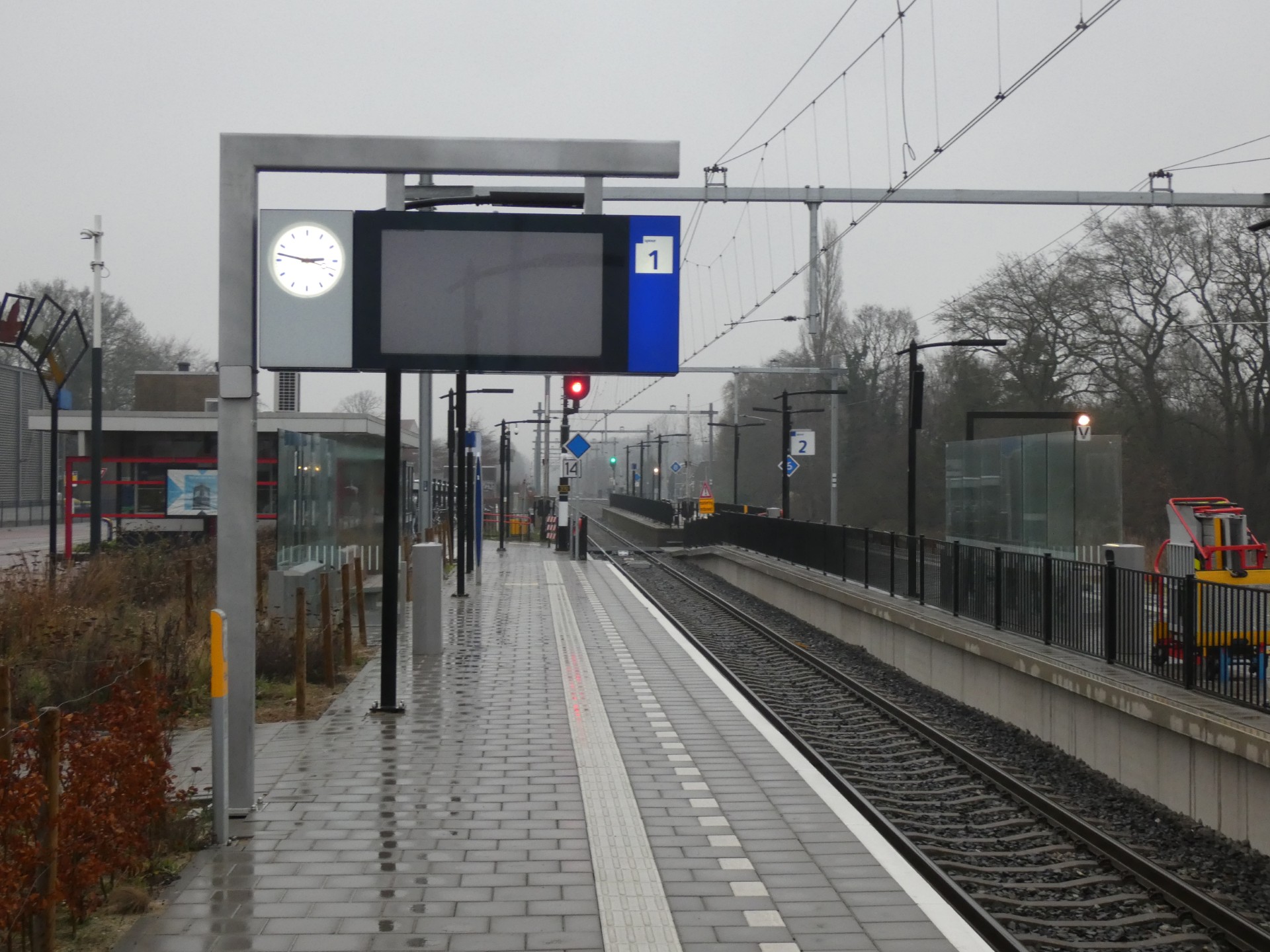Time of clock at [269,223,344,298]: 2:47
